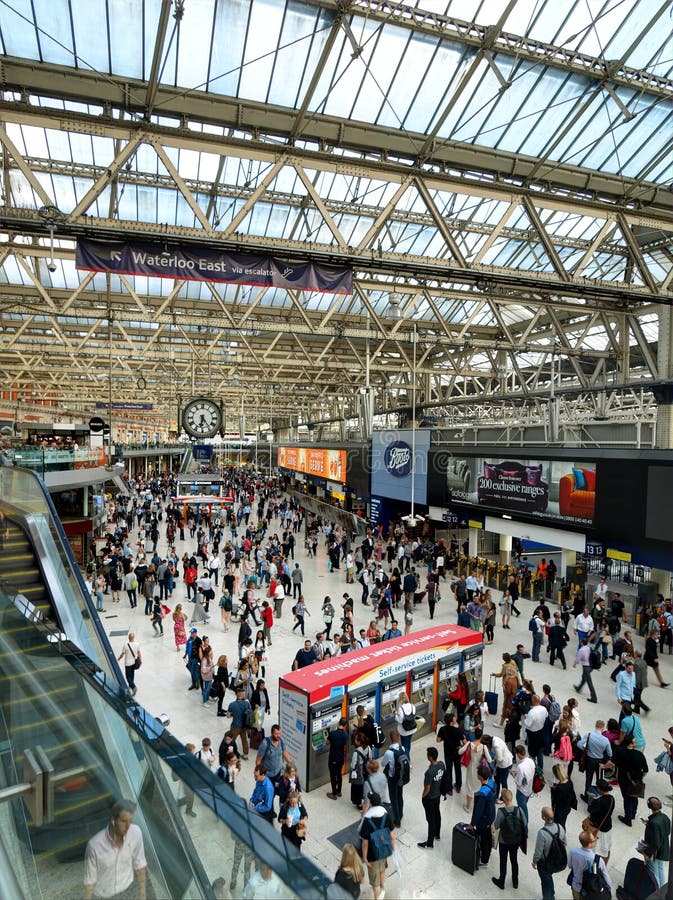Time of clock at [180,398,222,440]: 6:24
